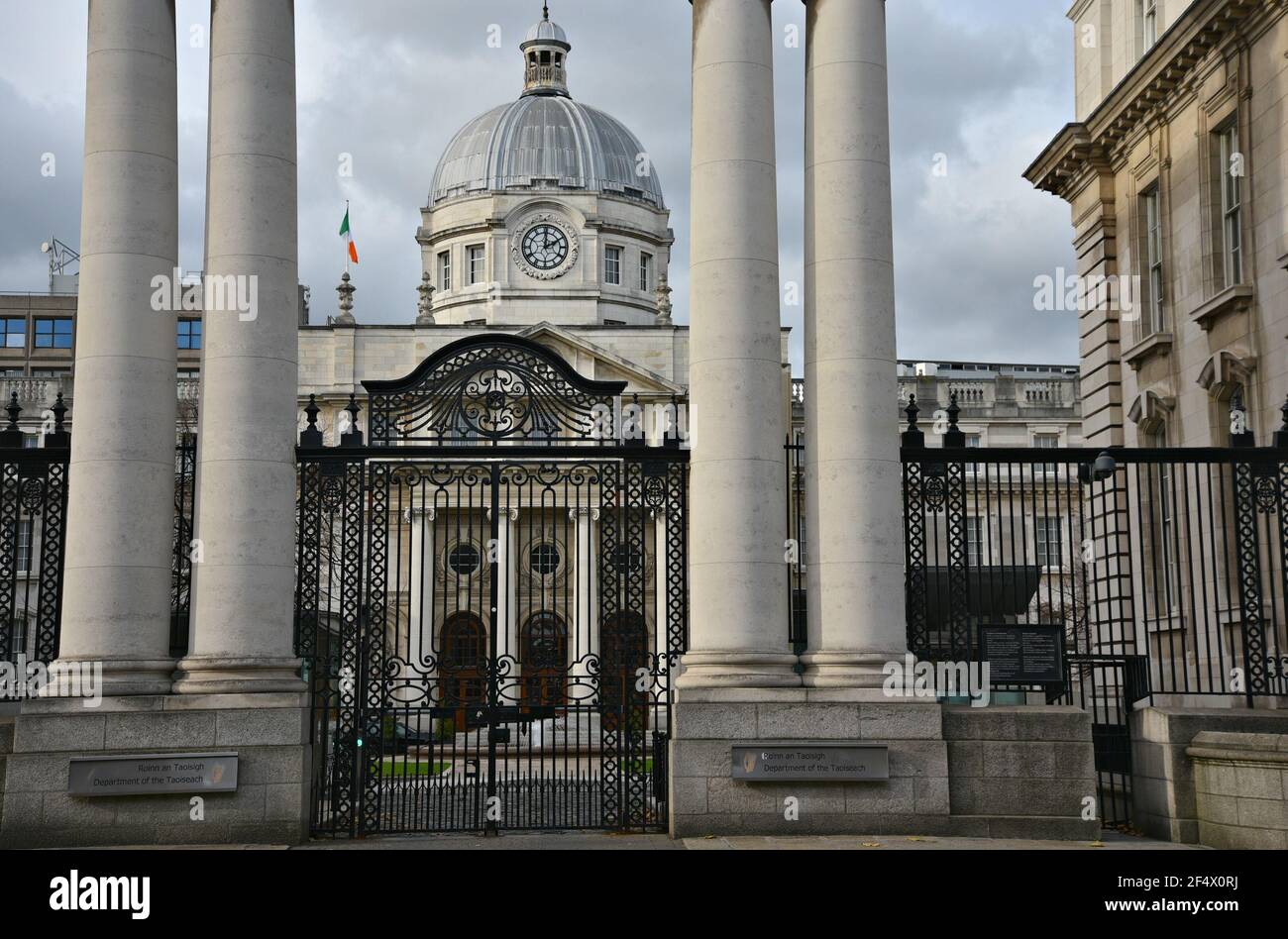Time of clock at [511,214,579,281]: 2:00
